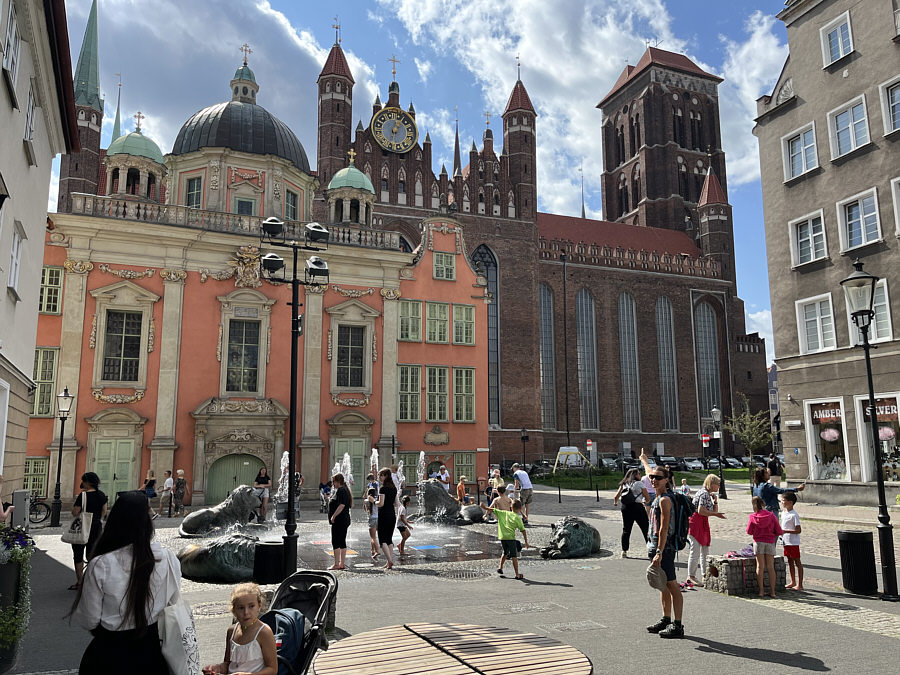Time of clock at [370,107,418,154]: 1:02
